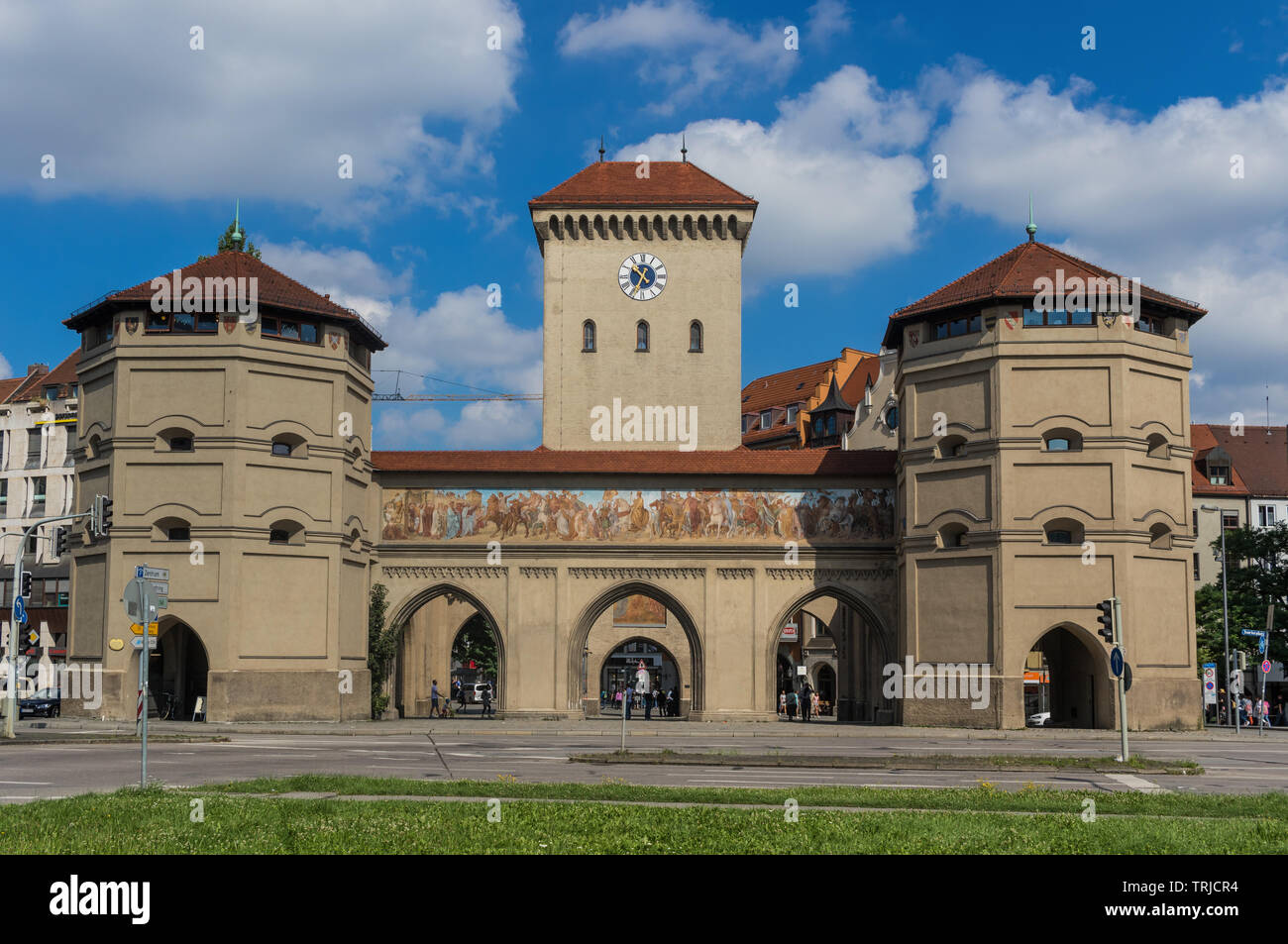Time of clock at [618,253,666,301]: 10:34
